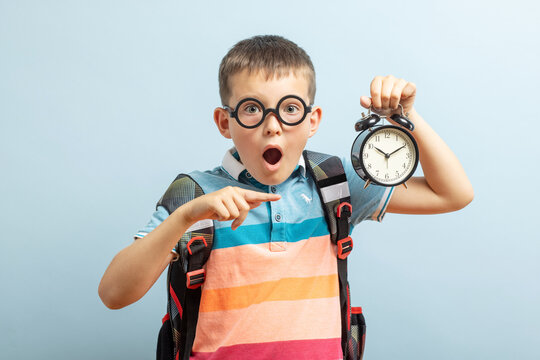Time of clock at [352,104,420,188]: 10:10
